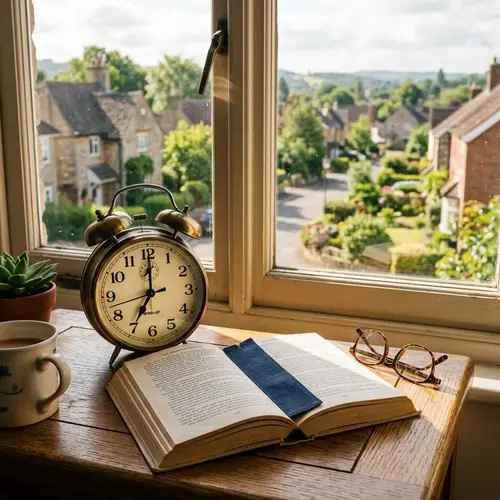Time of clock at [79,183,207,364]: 7:00
